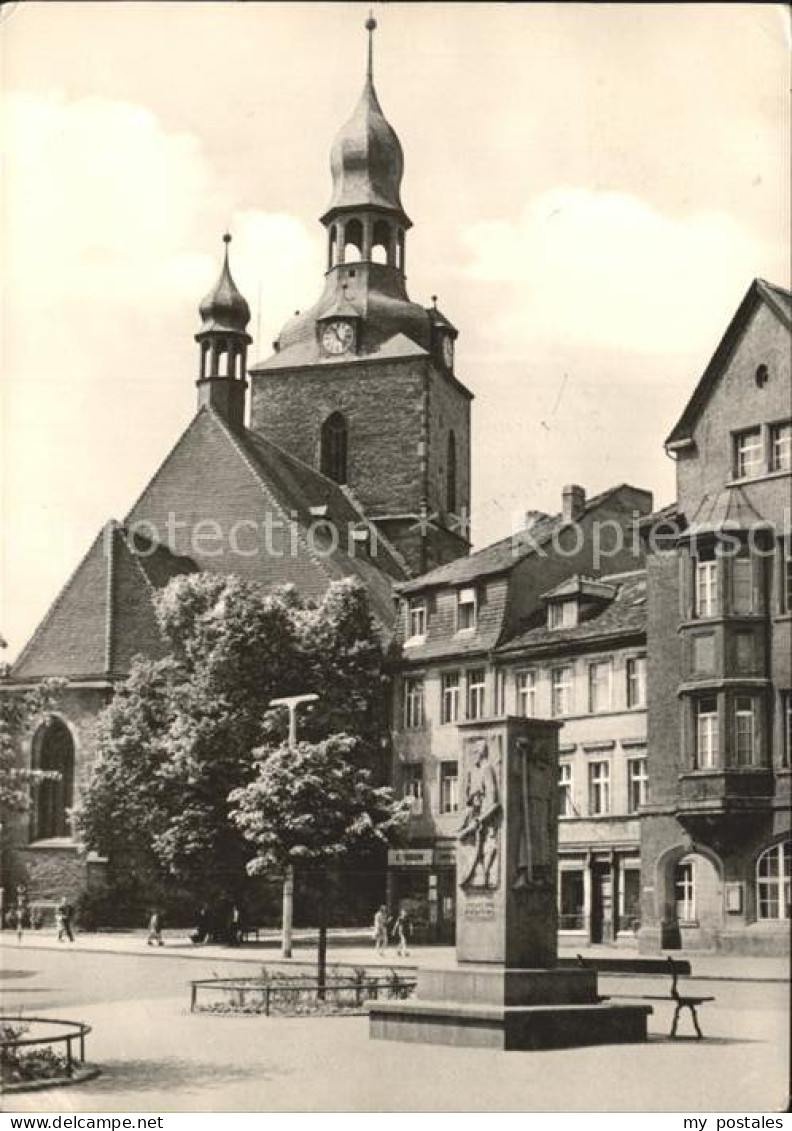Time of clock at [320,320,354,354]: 11:22
